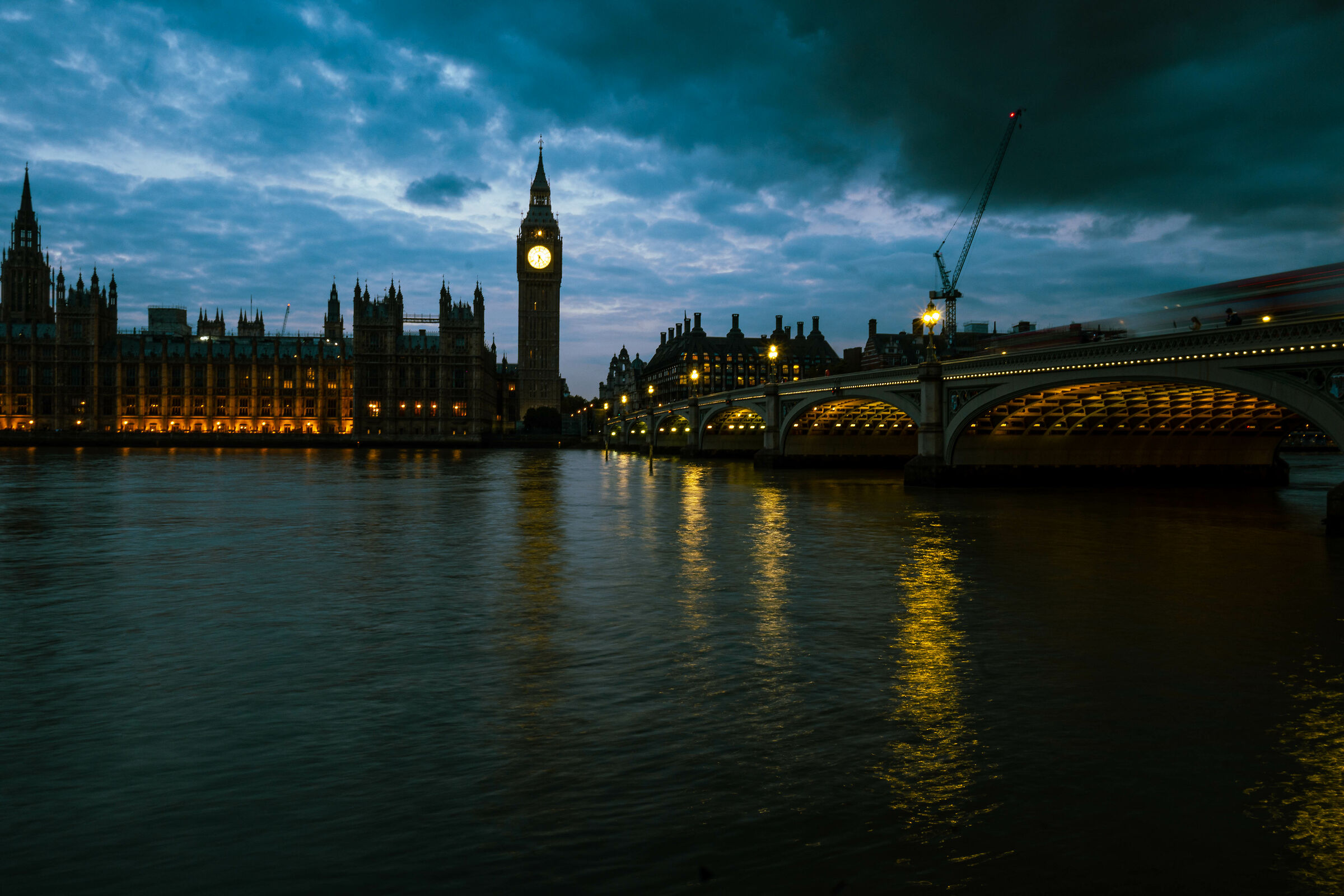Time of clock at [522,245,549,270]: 6:23
